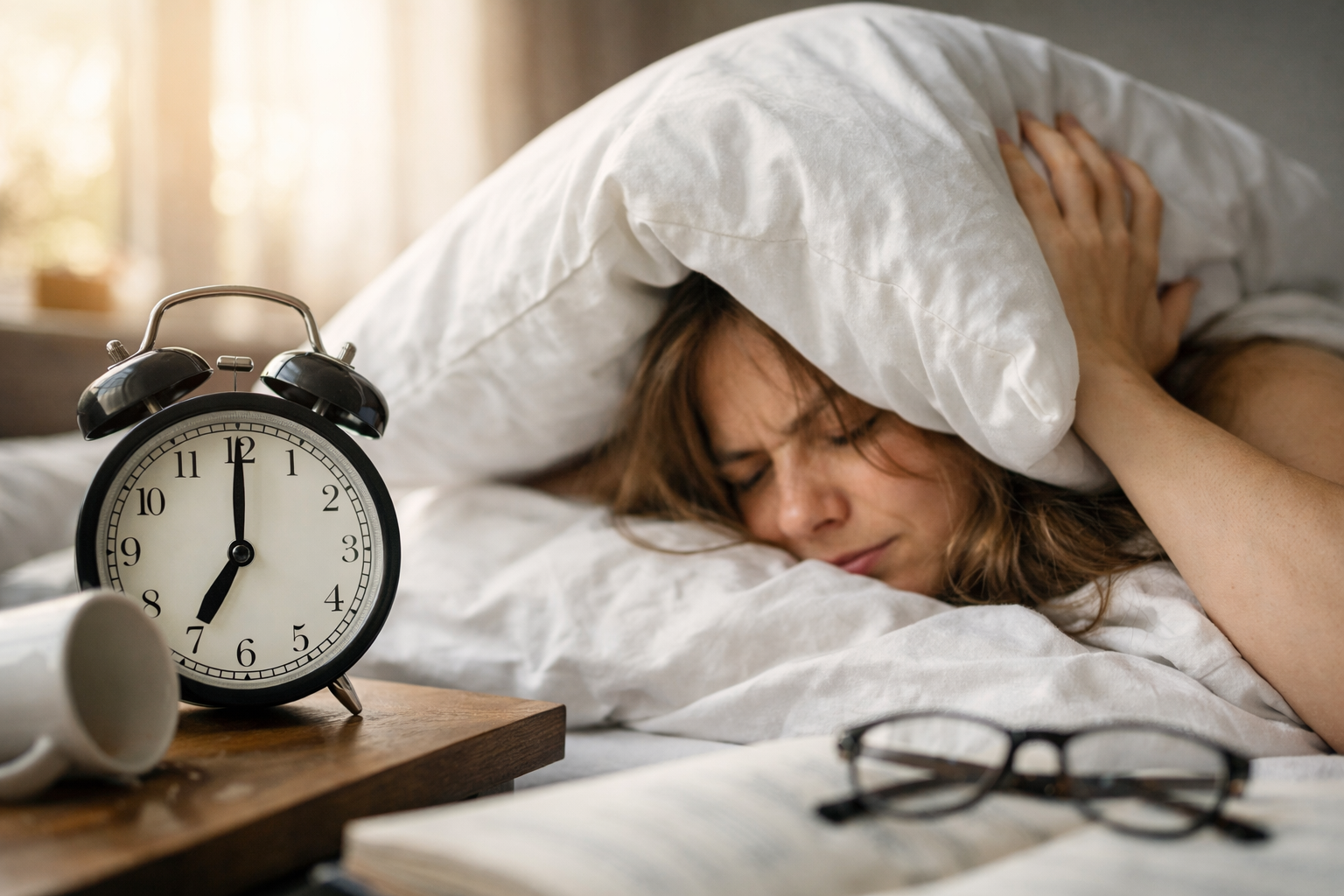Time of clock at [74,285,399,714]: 7:00
